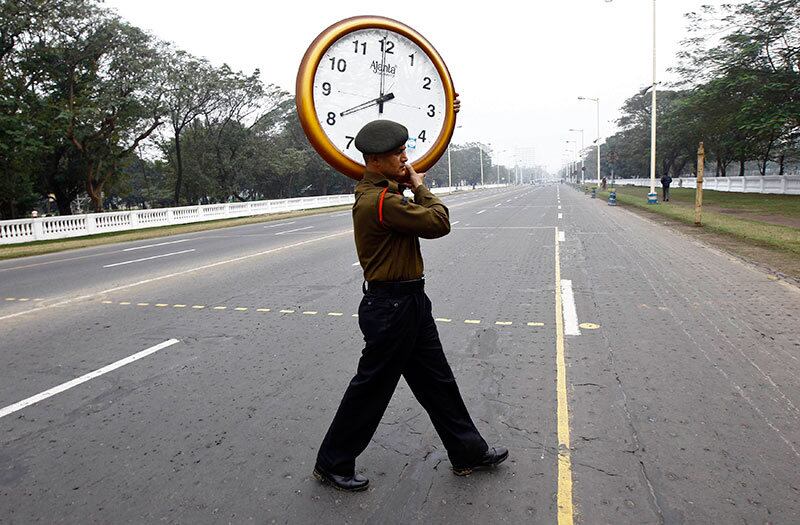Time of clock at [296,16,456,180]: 7:59
